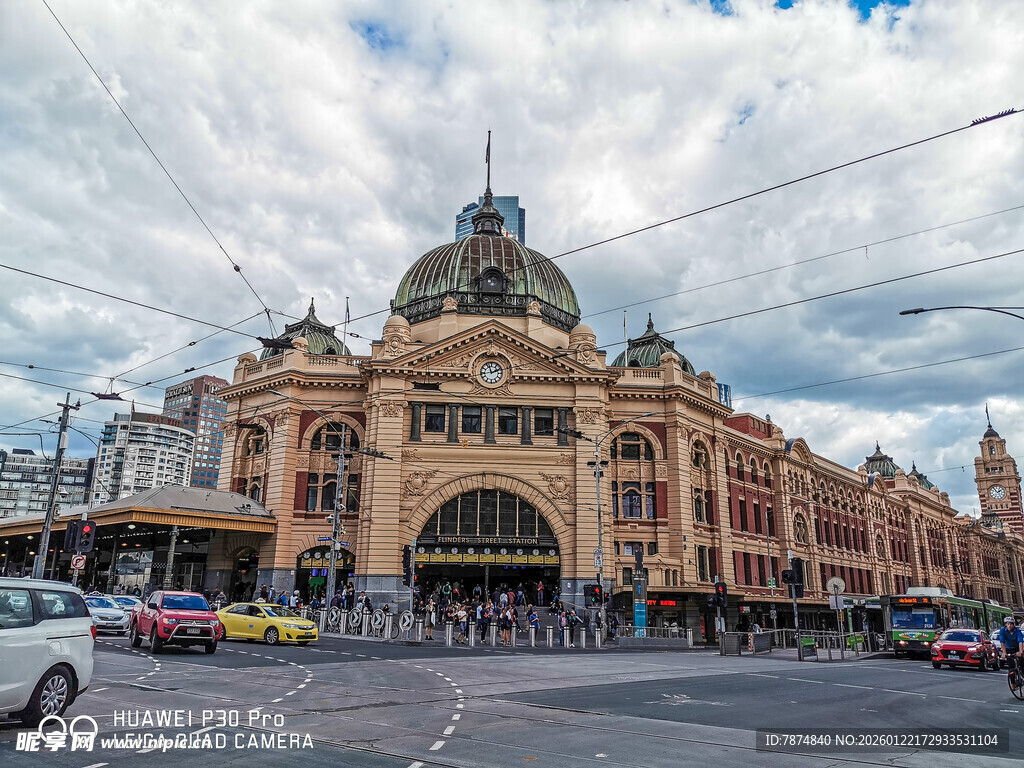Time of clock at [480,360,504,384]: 1:56
